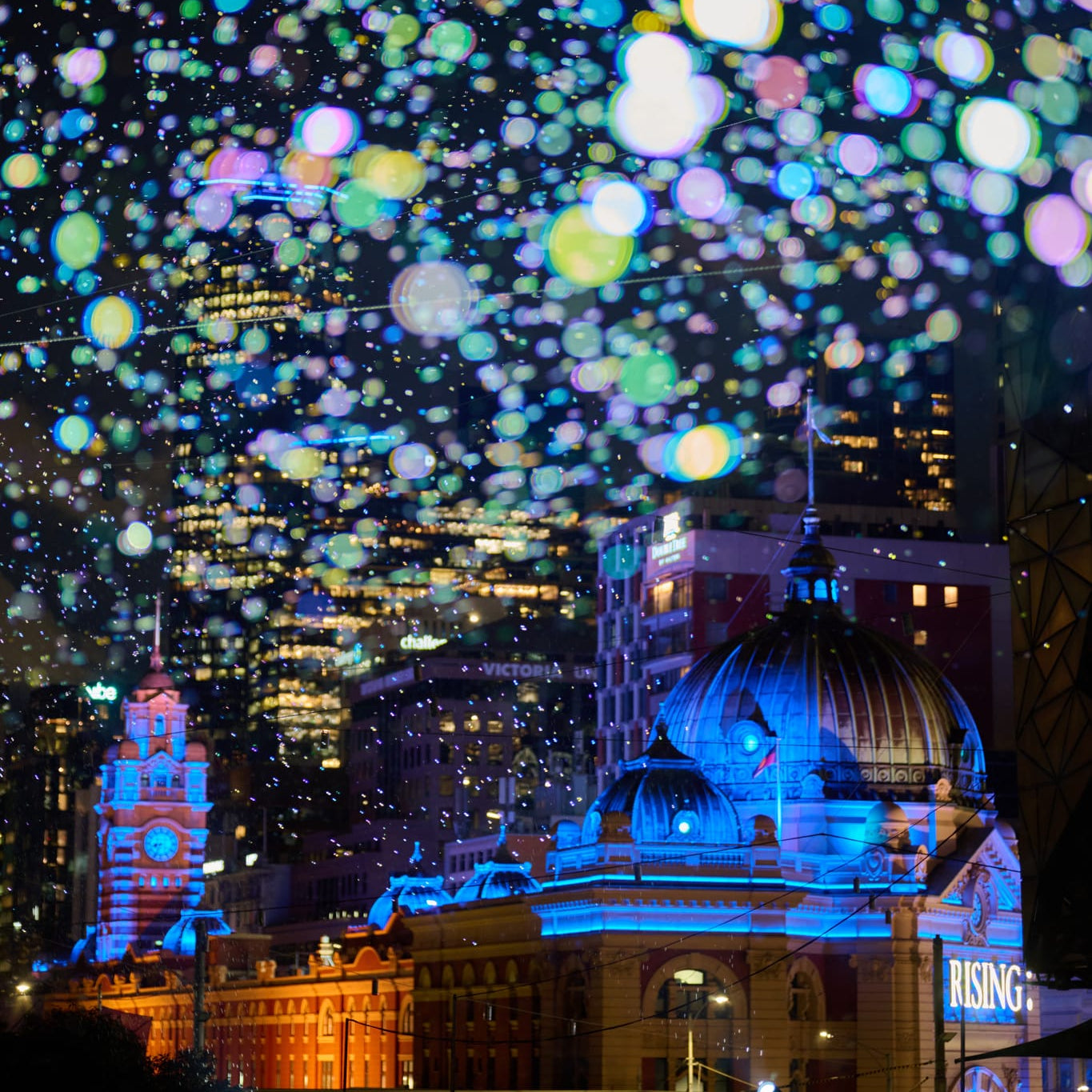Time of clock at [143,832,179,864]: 8:34
